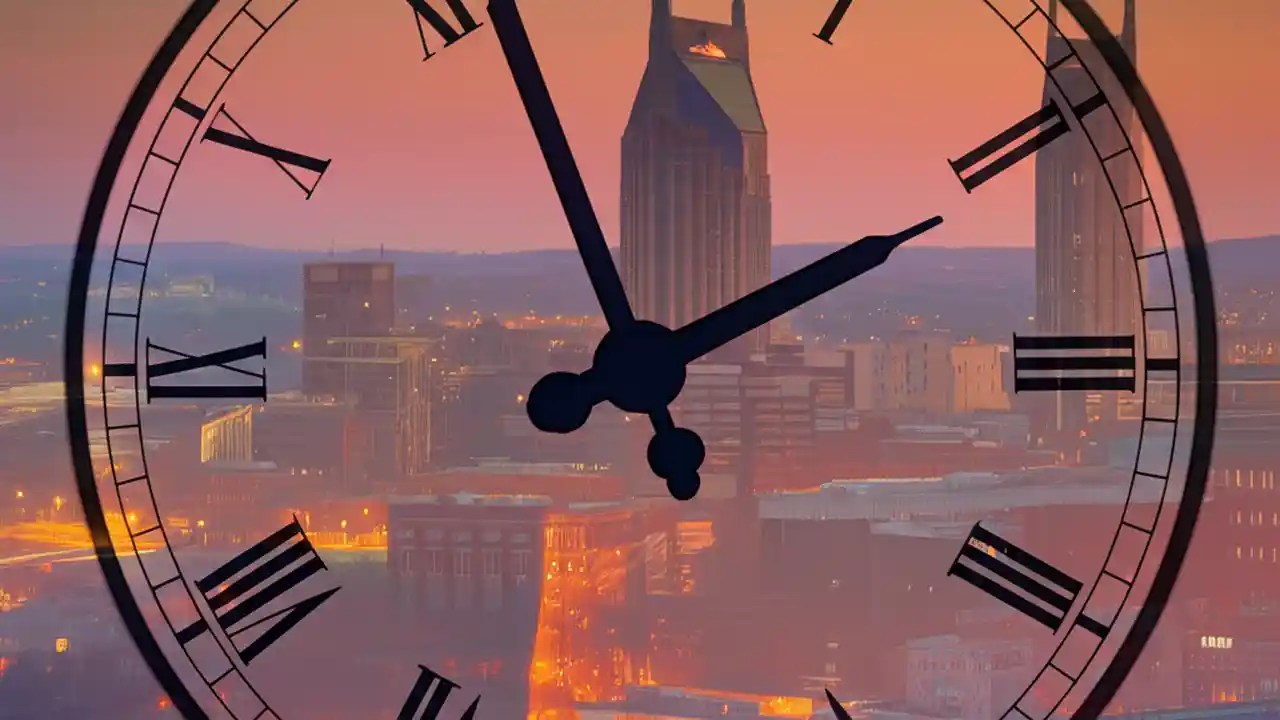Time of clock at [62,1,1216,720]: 1:56
